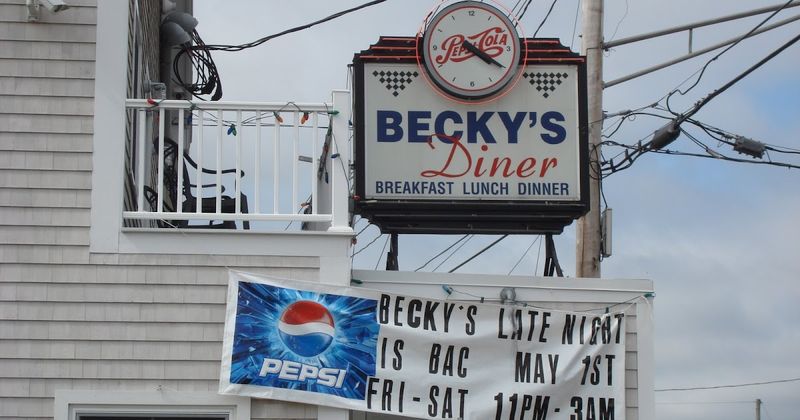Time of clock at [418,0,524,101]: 4:20
